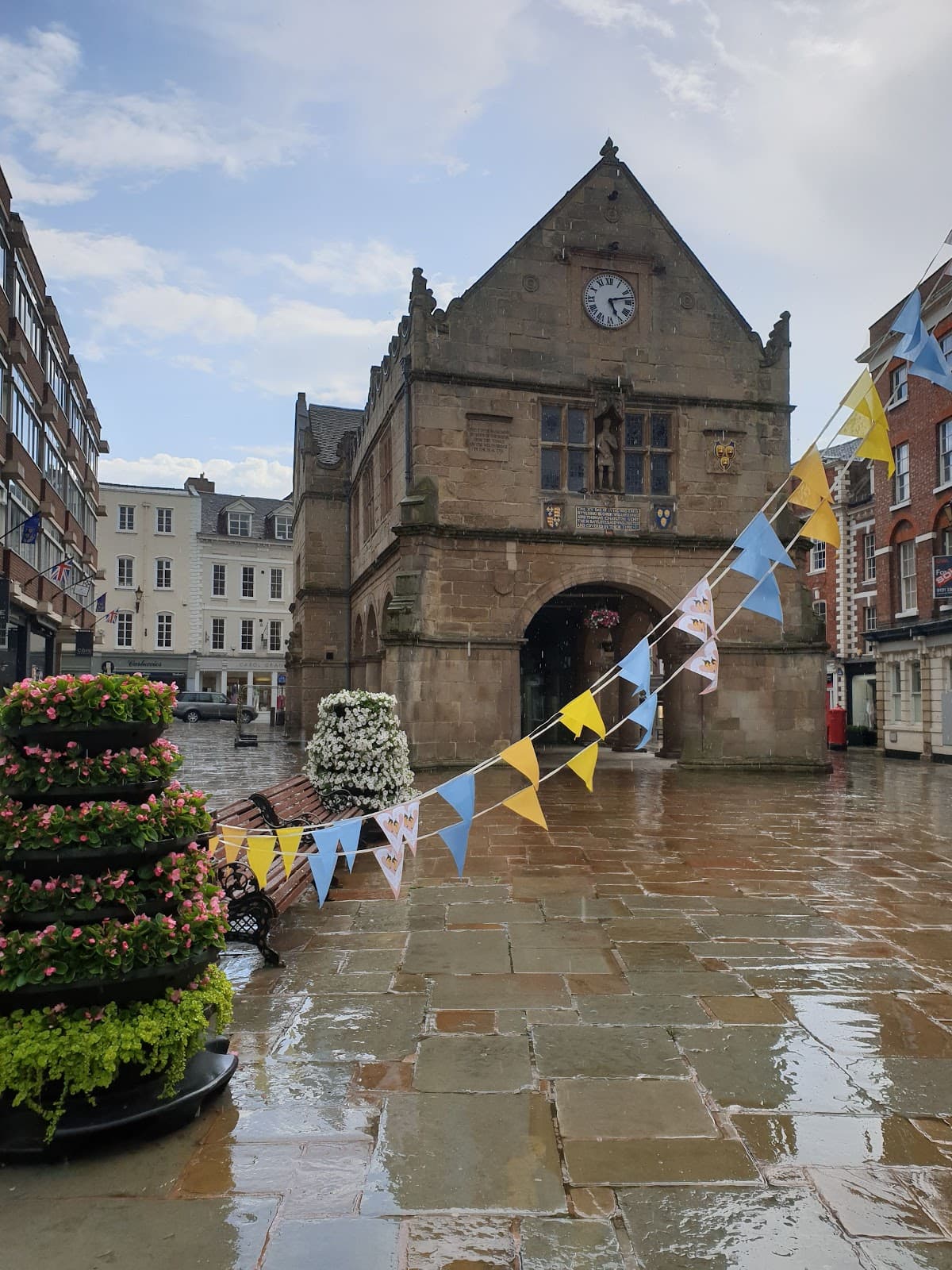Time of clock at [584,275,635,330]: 5:12
